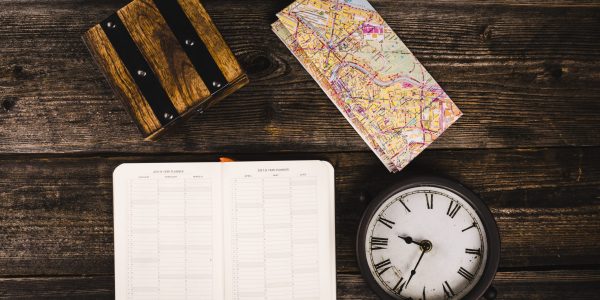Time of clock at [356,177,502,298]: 9:33
